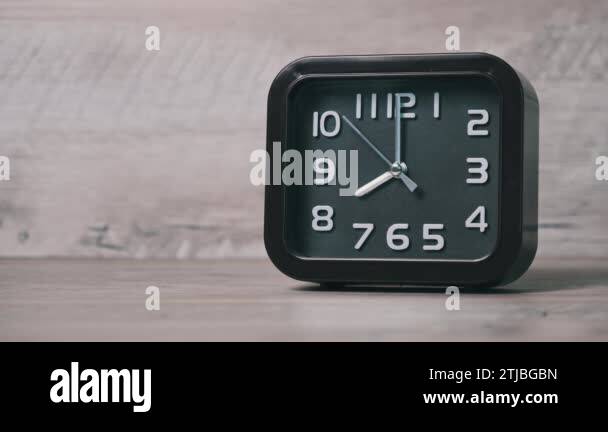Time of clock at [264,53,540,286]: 8:00
